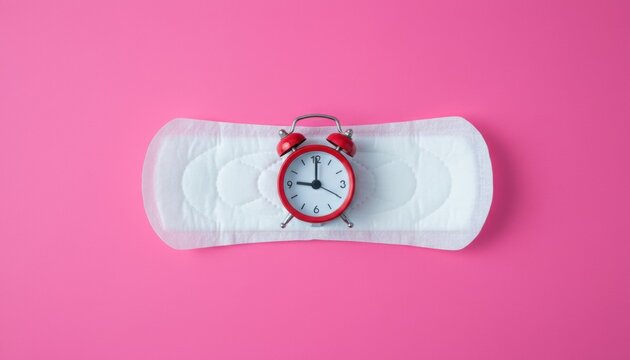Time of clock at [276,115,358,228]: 9:00
